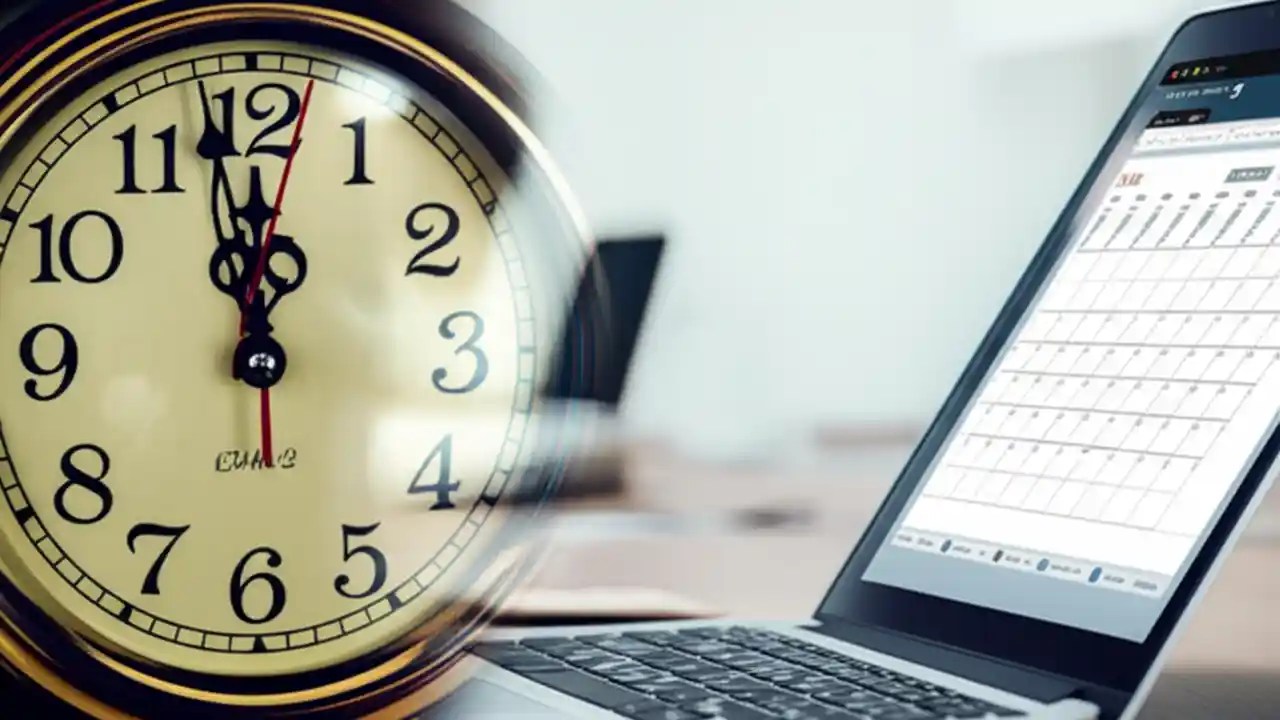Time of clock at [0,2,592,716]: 11:58
